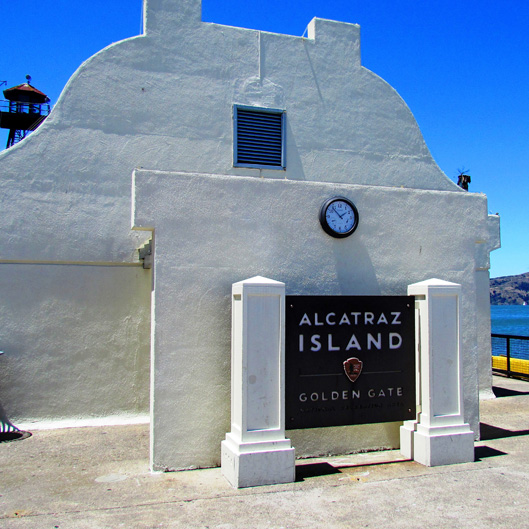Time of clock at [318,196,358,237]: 1:52
